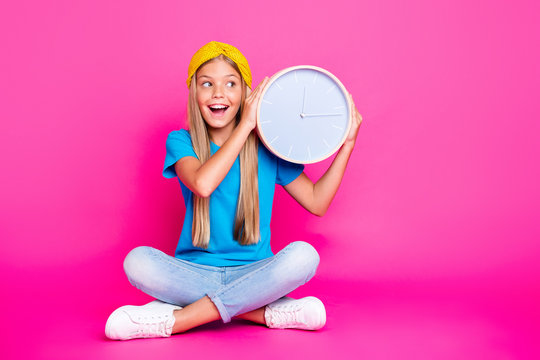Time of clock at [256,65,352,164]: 12:17
